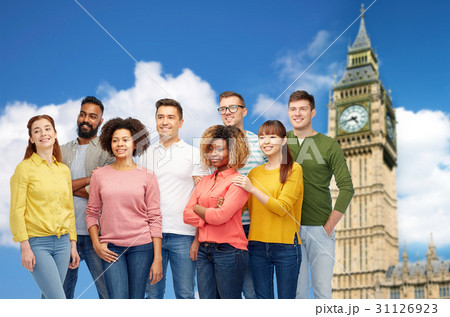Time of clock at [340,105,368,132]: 4:42
